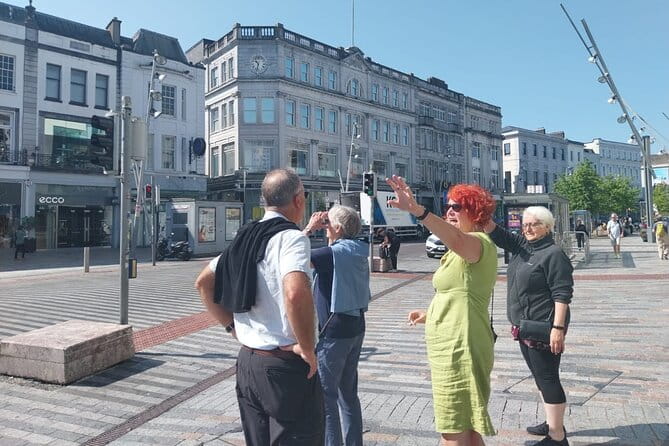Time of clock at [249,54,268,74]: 10:32
